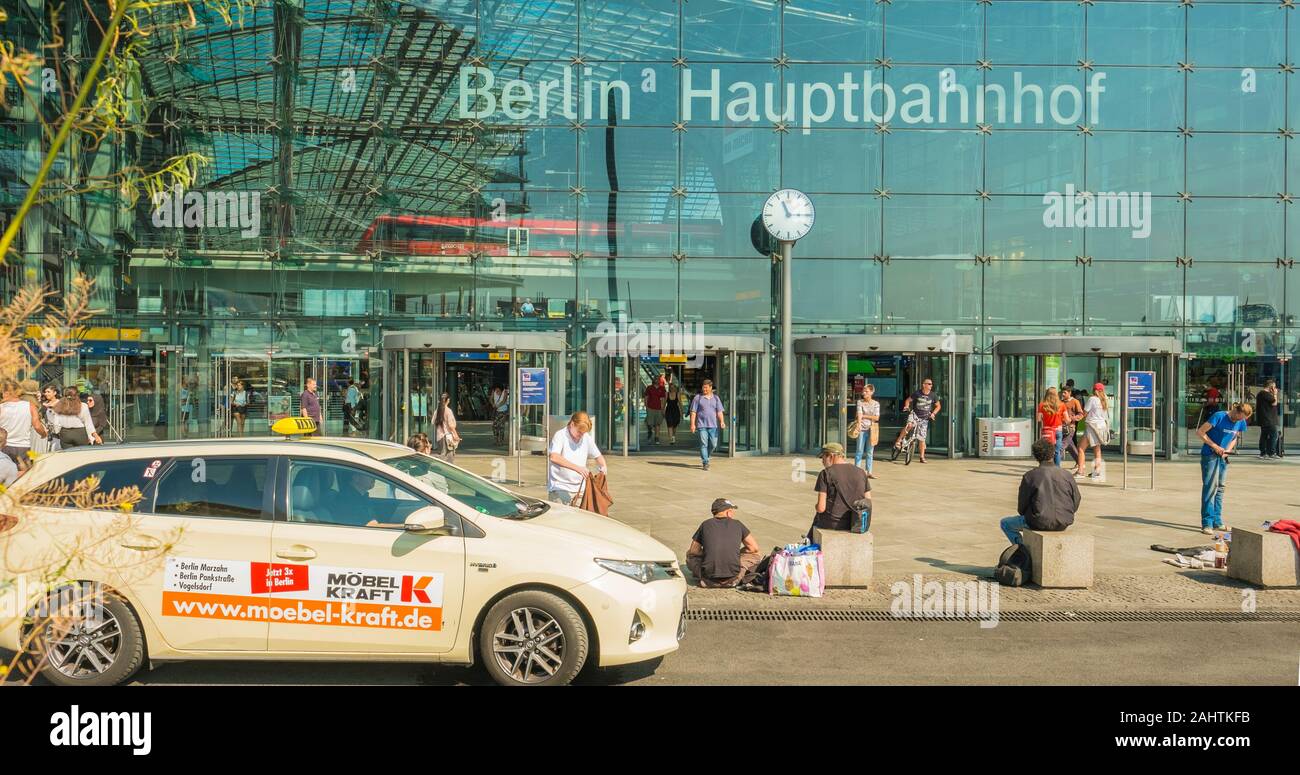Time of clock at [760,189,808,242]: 11:14
